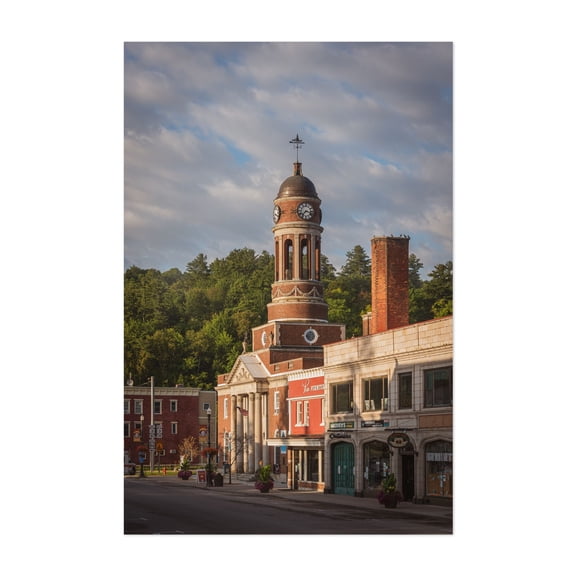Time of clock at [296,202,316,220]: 7:17
